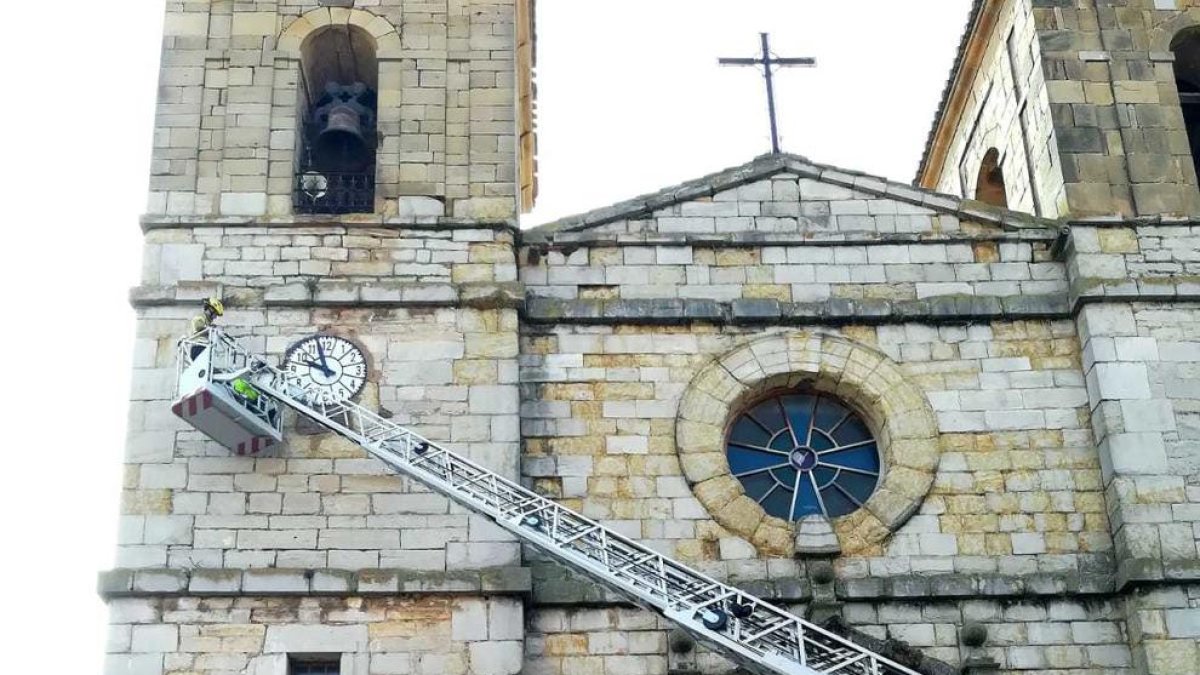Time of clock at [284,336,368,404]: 9:57
